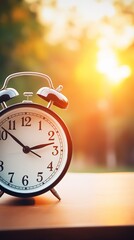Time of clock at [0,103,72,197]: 10:12
